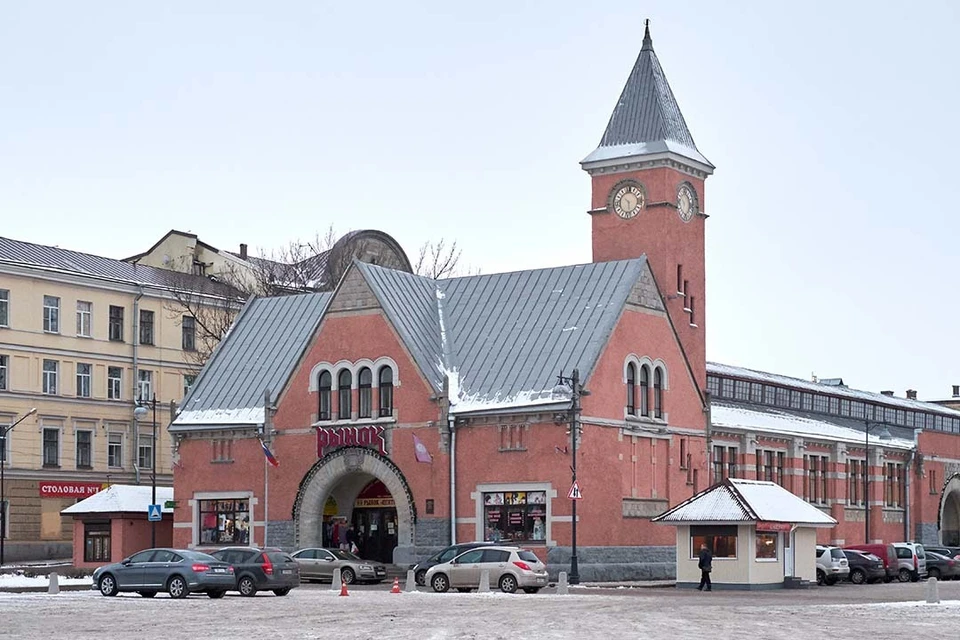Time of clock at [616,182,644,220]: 5:51
